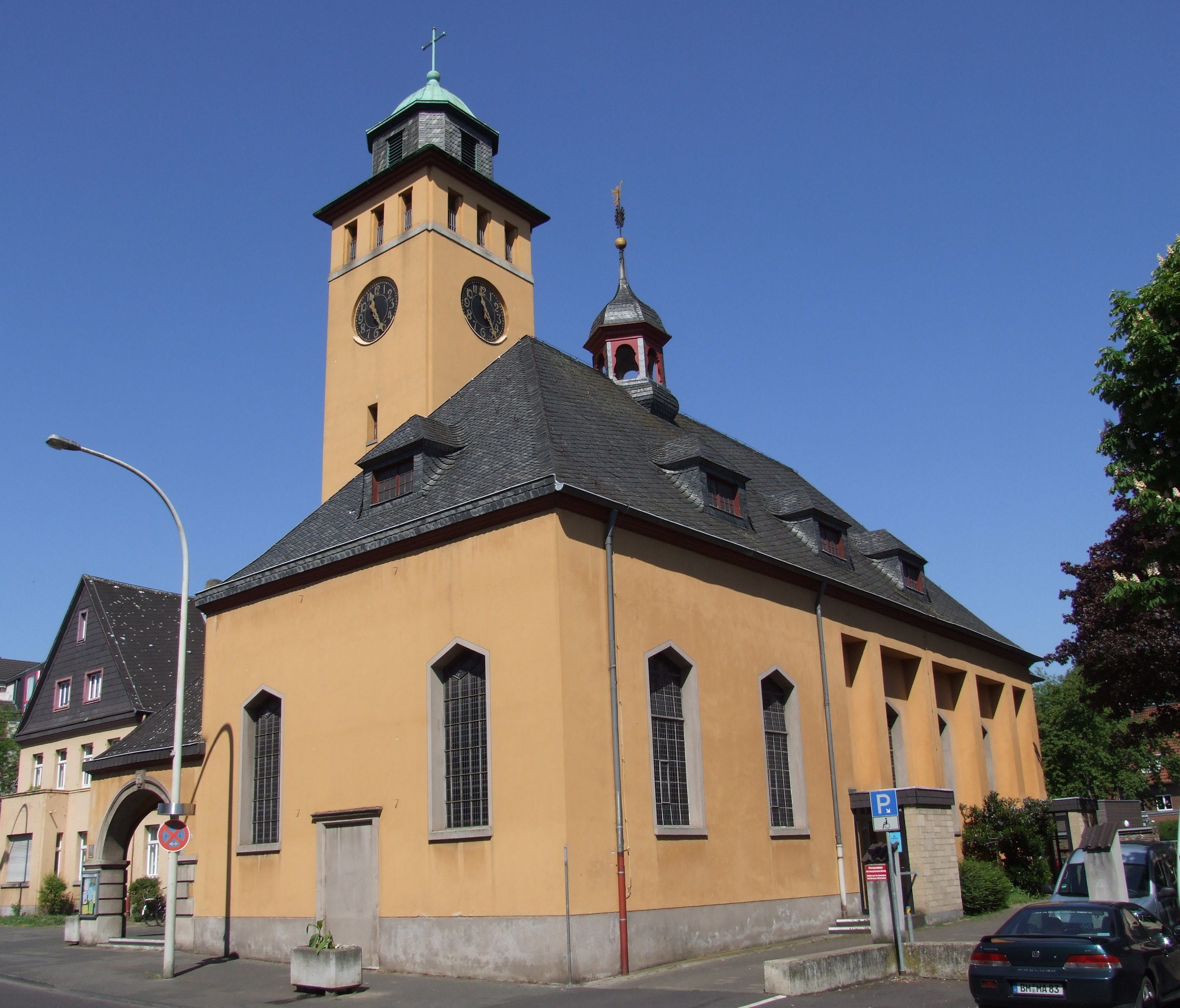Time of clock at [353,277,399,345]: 11:25
